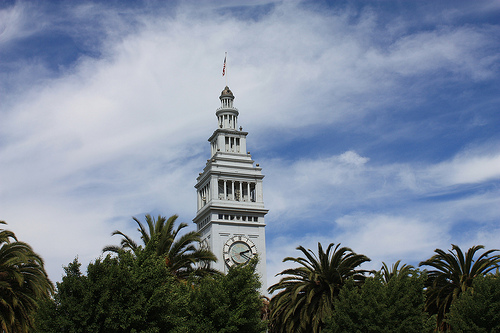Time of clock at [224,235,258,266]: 2:19
